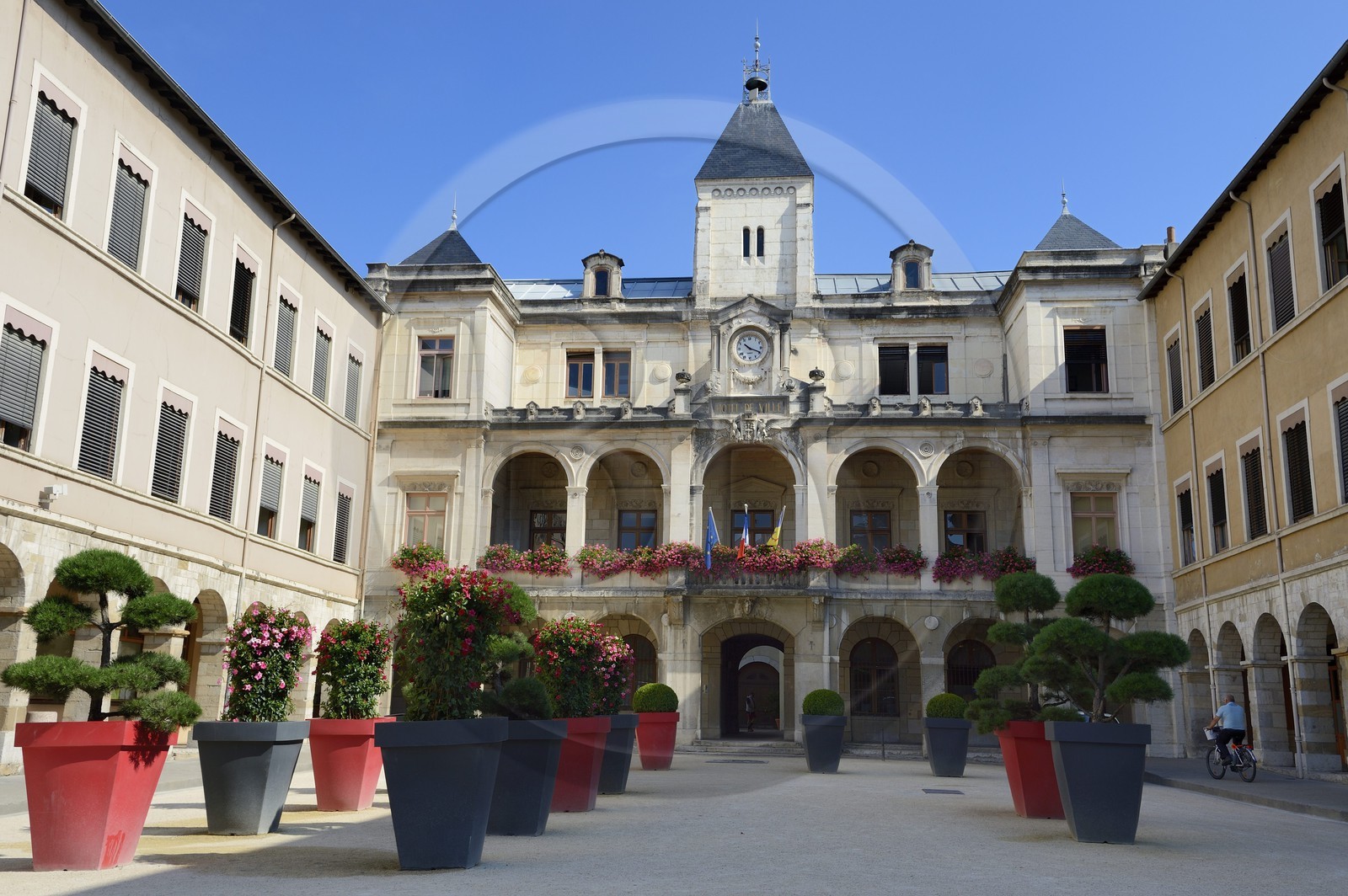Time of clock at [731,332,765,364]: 10:19
